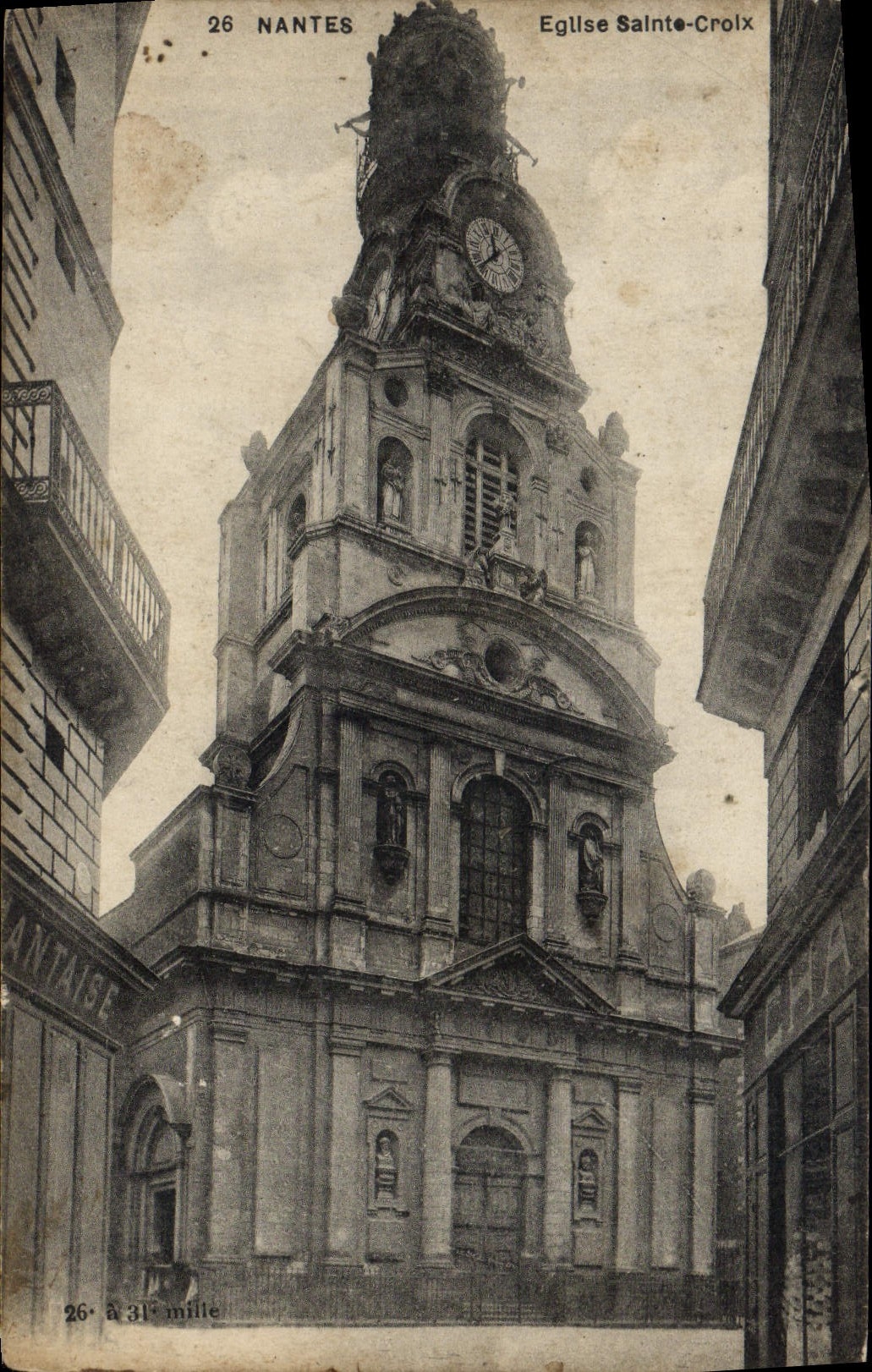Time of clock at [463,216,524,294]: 11:37
